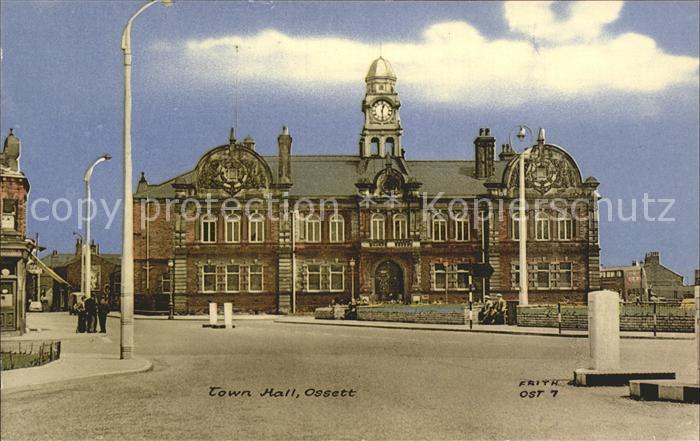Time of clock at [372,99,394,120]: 12:28
